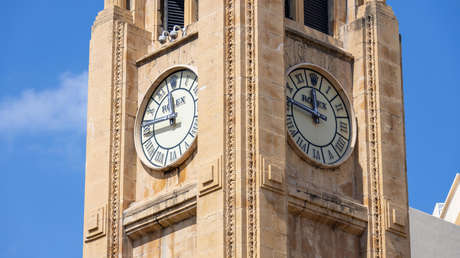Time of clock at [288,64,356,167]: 11:46
